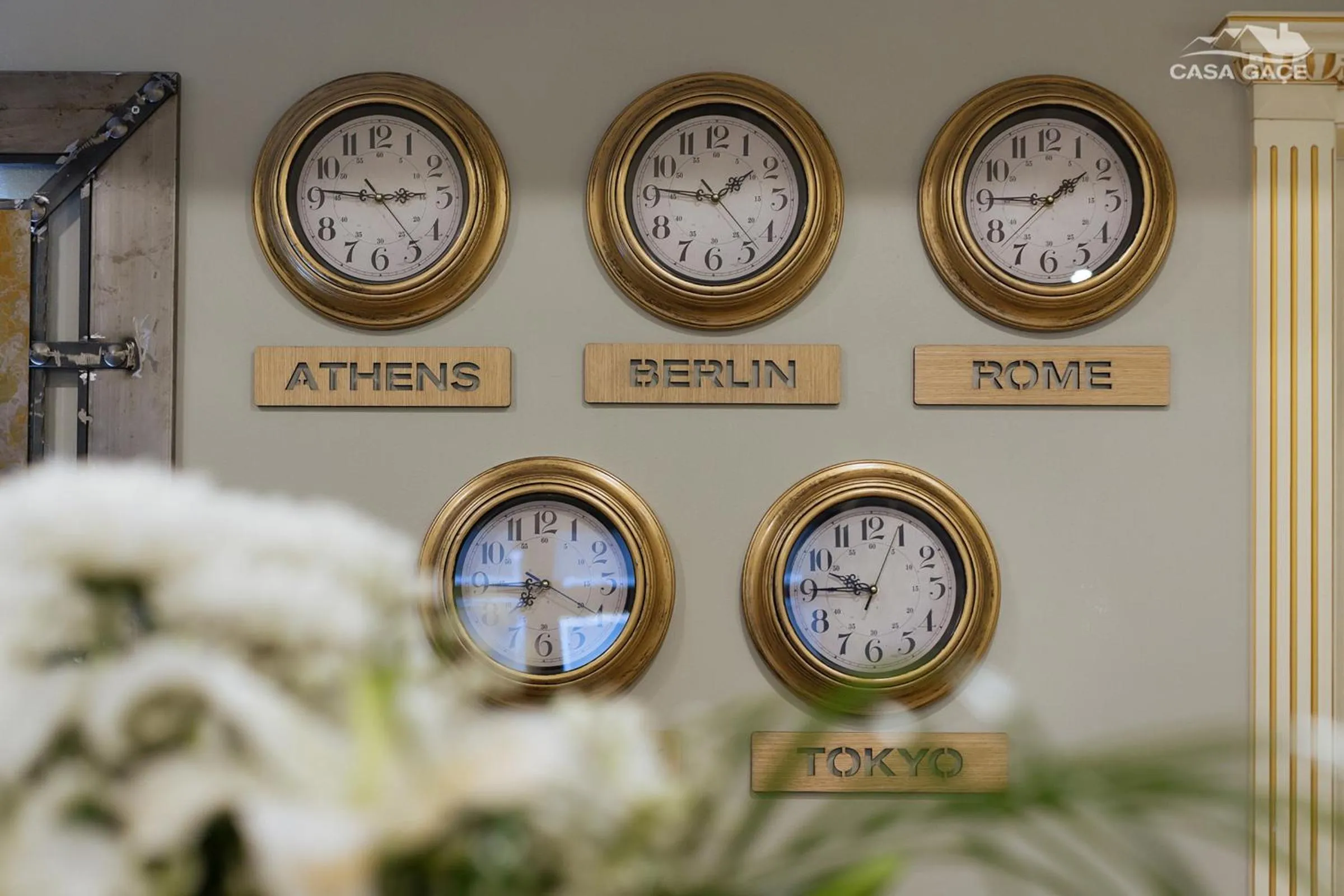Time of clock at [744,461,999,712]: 9:44
